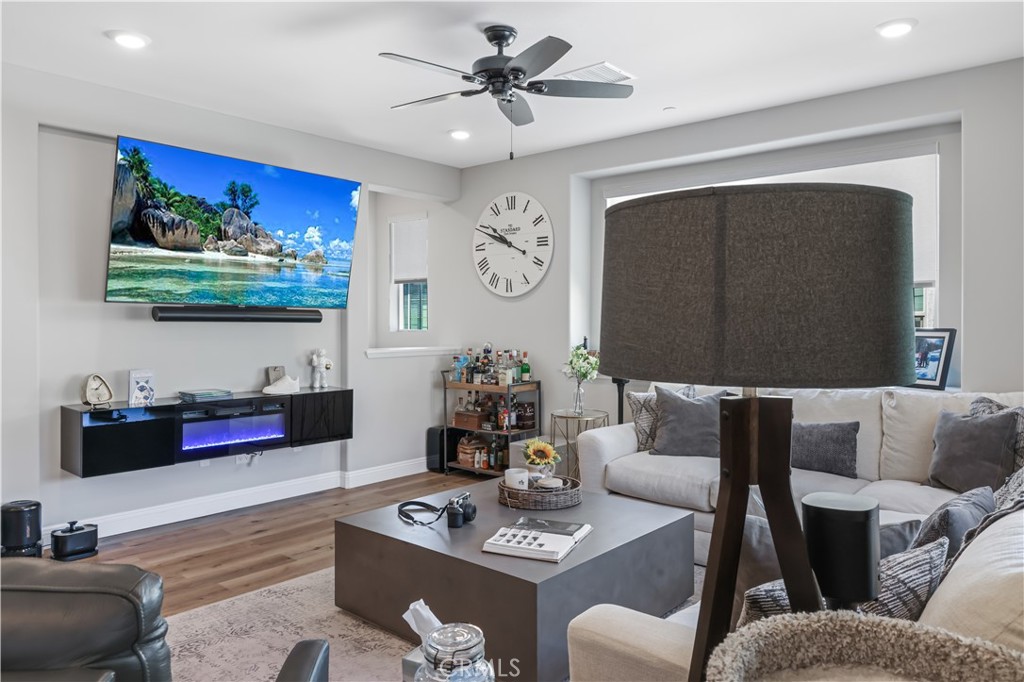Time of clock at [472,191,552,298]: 9:50
